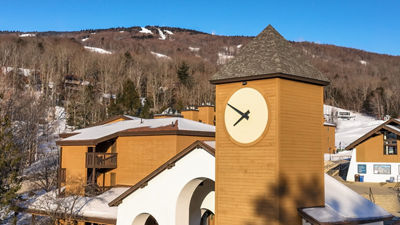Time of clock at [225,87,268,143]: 7:49
